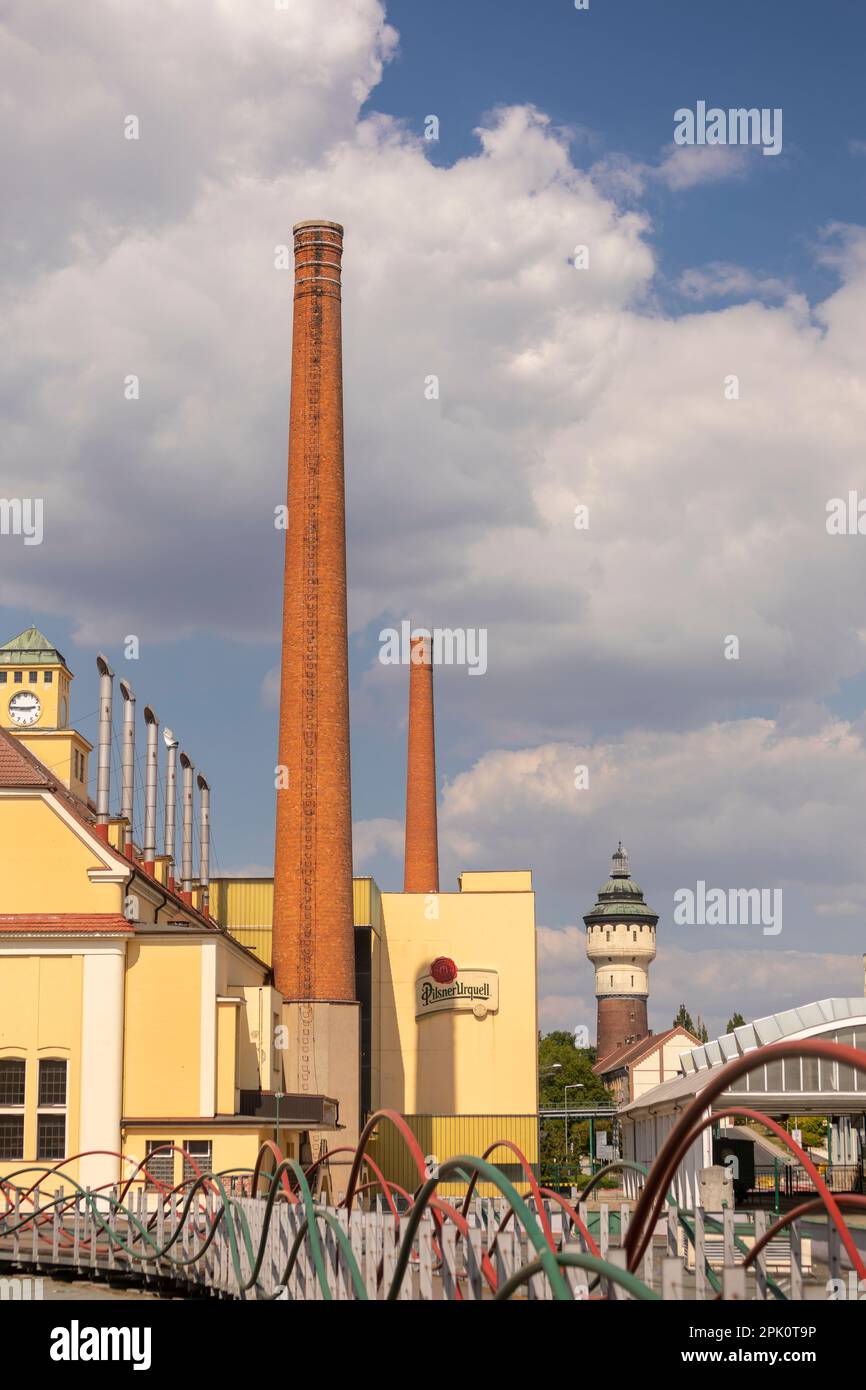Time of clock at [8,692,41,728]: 2:46
